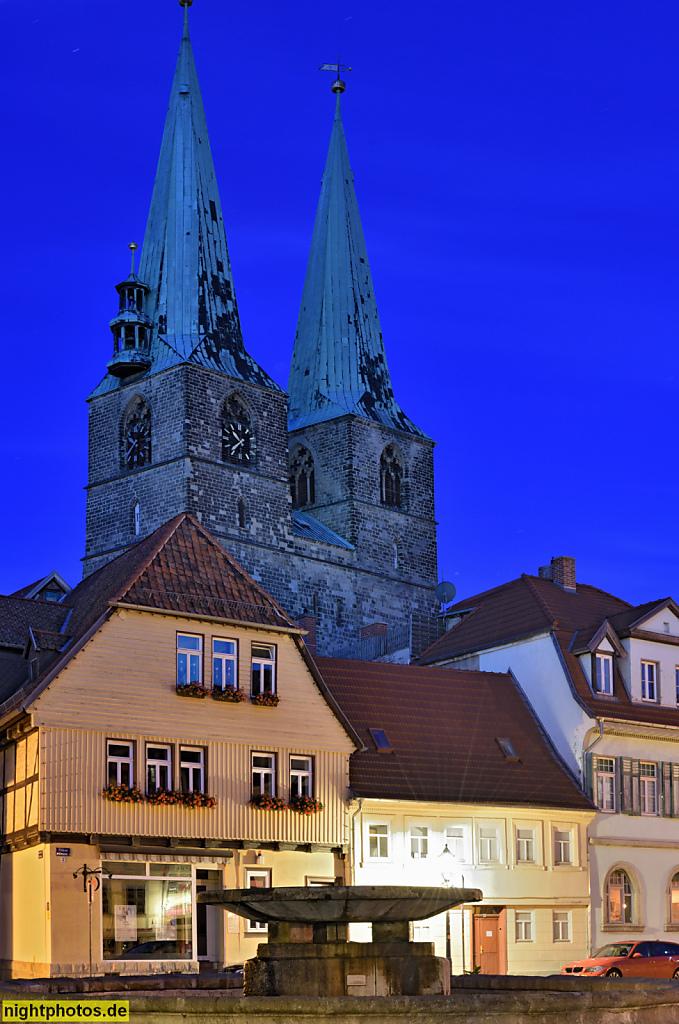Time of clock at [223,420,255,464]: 10:37
